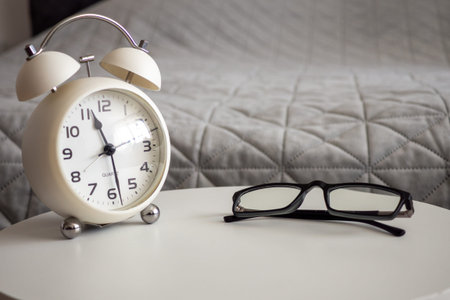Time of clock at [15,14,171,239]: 11:28
